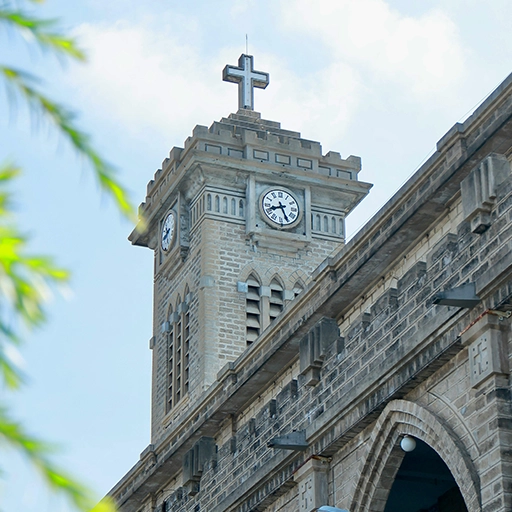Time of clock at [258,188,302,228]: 8:26
